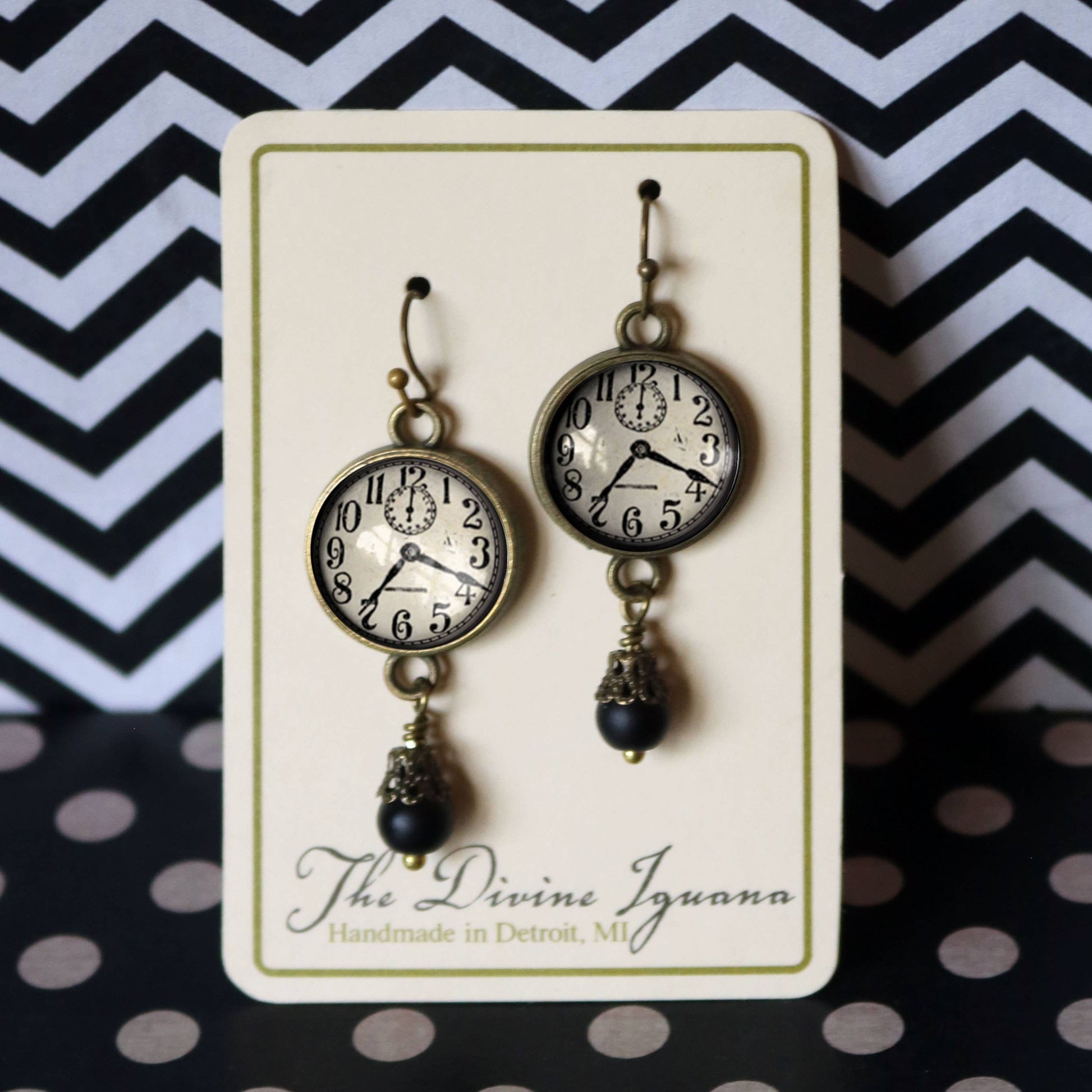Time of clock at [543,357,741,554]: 7:18
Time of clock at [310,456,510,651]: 7:18
